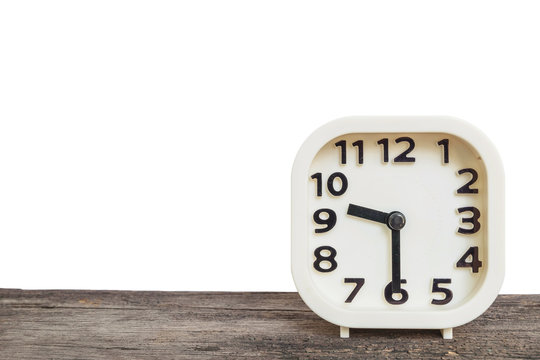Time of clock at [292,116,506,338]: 9:29
